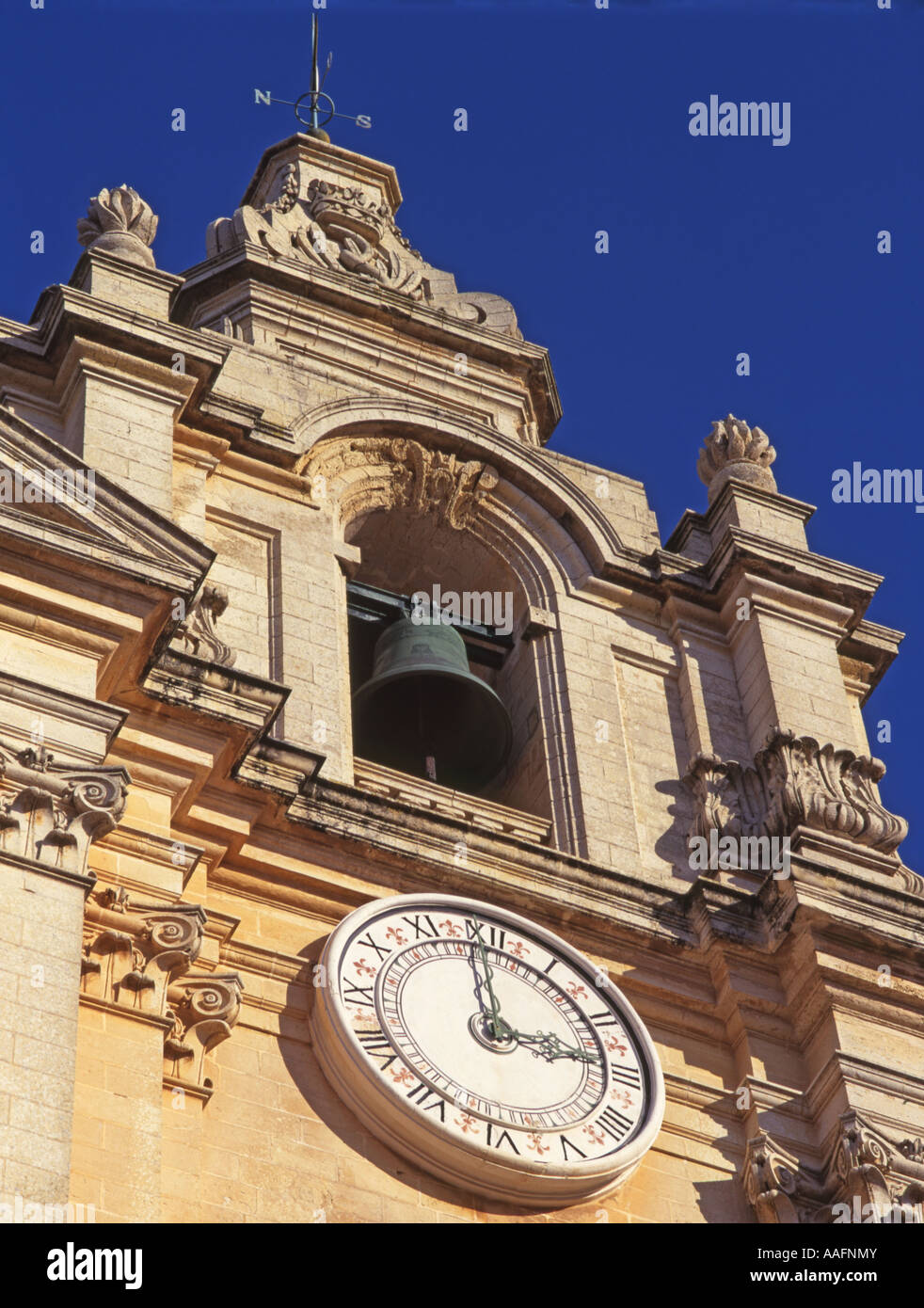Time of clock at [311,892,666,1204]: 2:58
